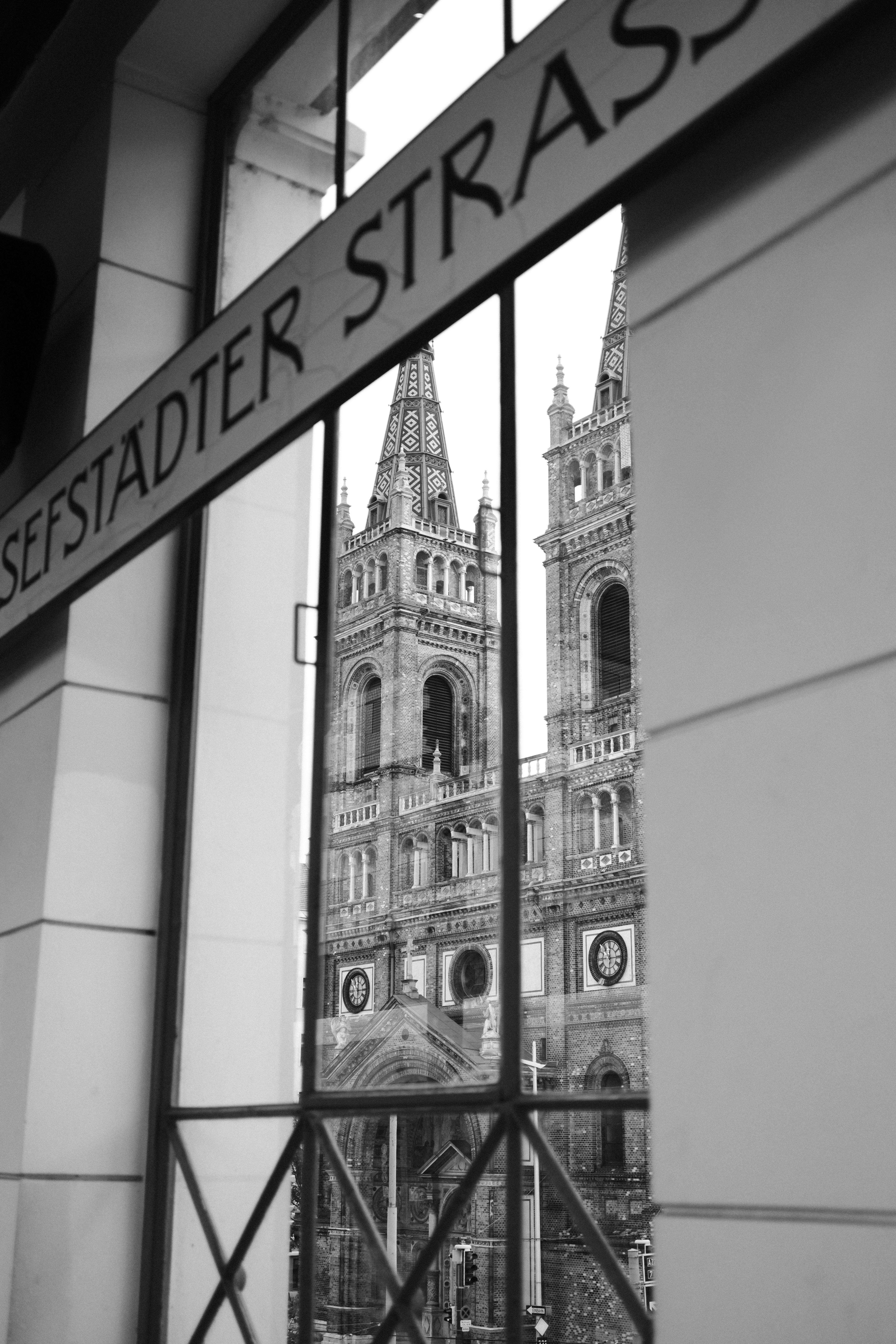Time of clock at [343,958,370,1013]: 12:15
